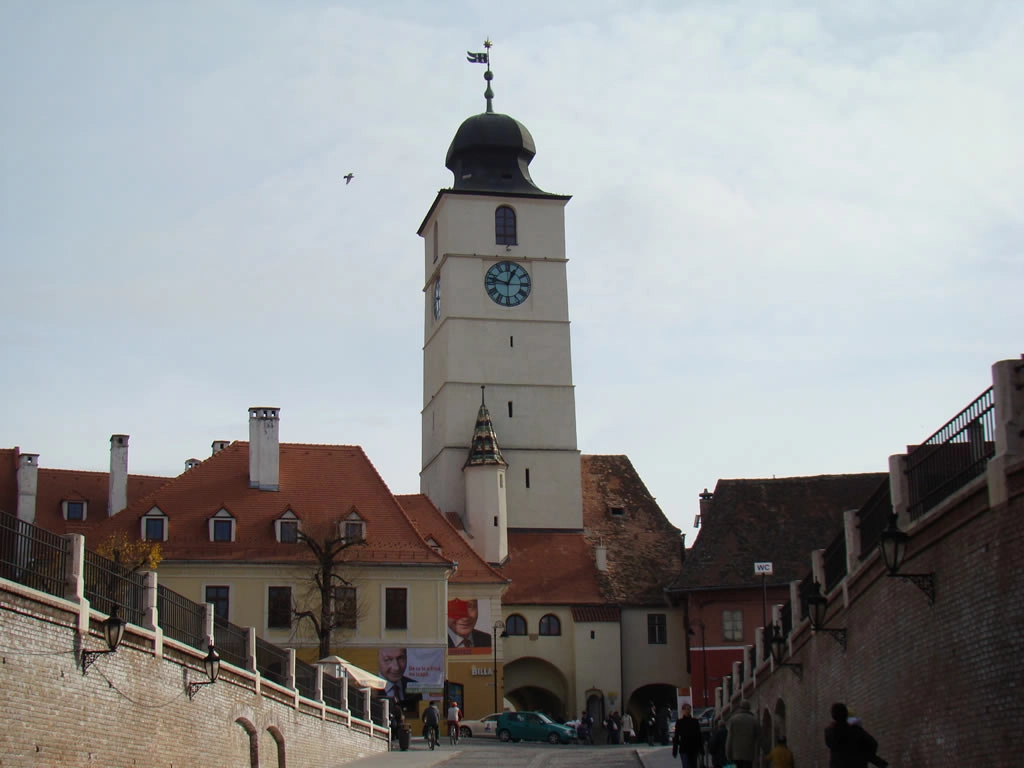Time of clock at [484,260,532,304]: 12:47
